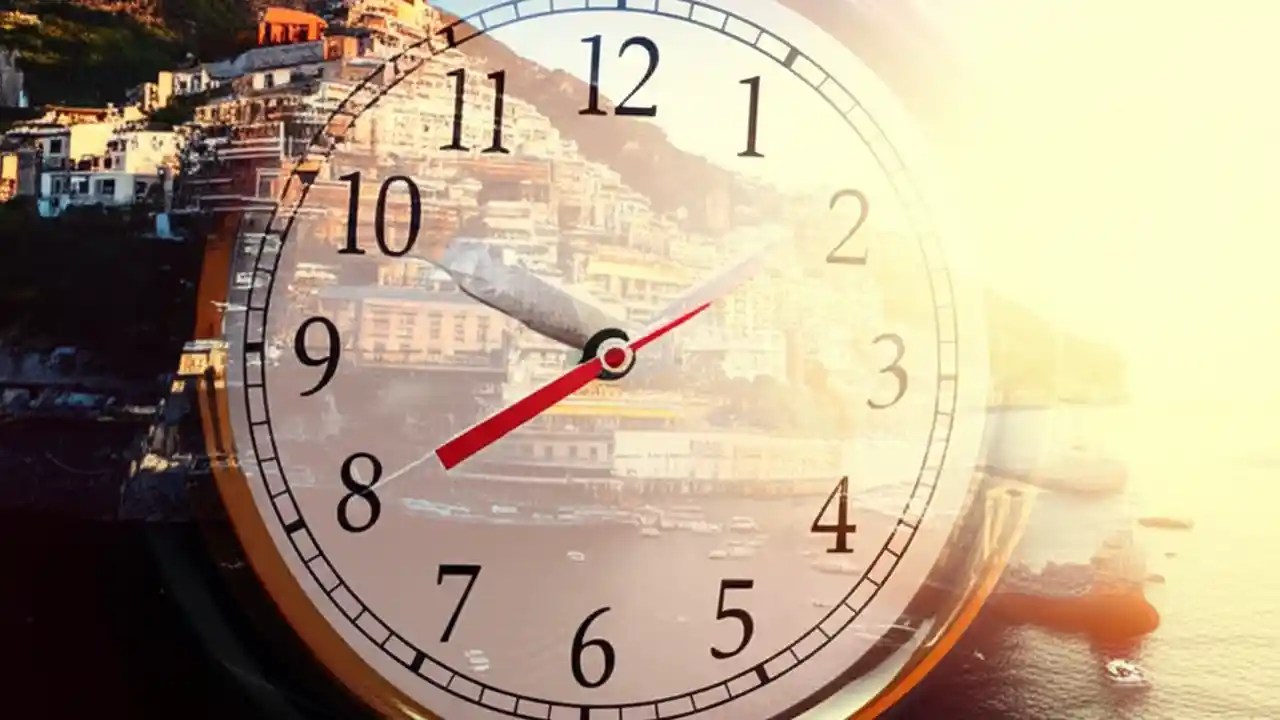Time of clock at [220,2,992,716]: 7:48
